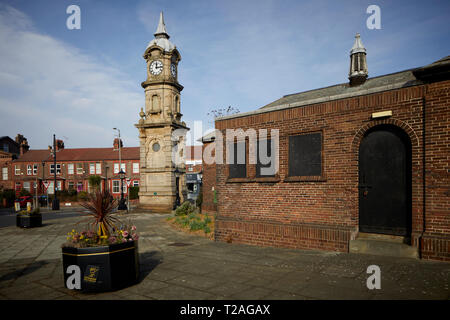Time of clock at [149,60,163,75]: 12:14
